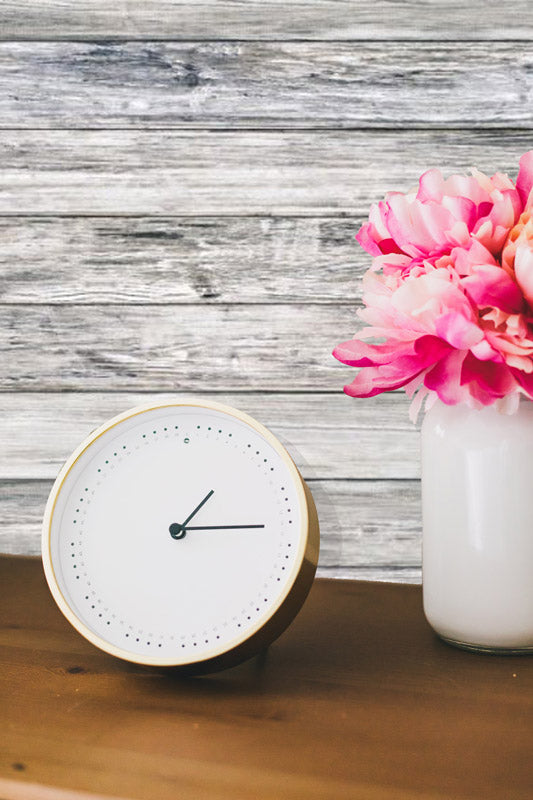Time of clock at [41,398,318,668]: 1:14
